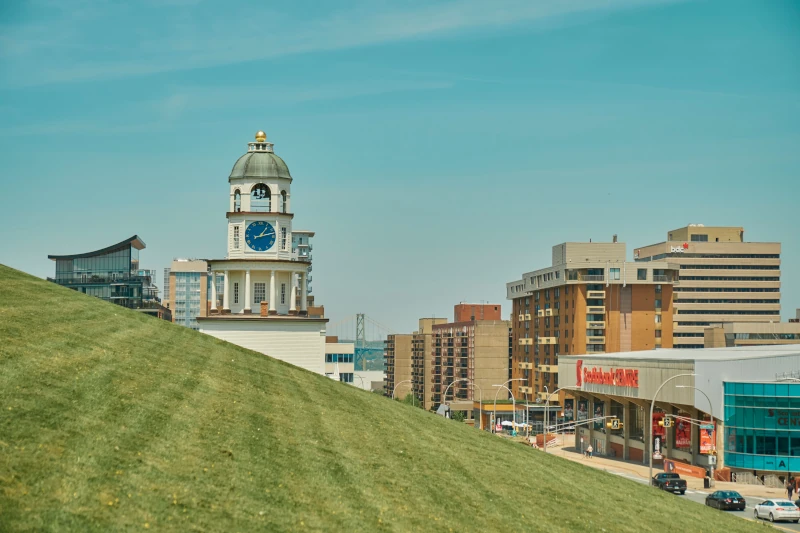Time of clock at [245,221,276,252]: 1:12
